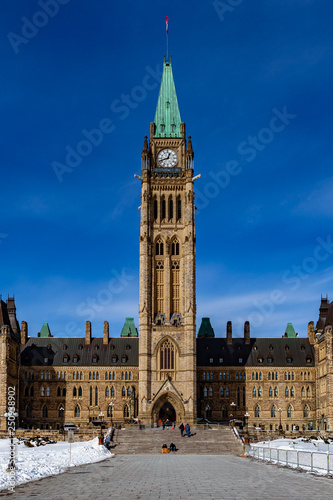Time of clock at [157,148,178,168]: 12:42
